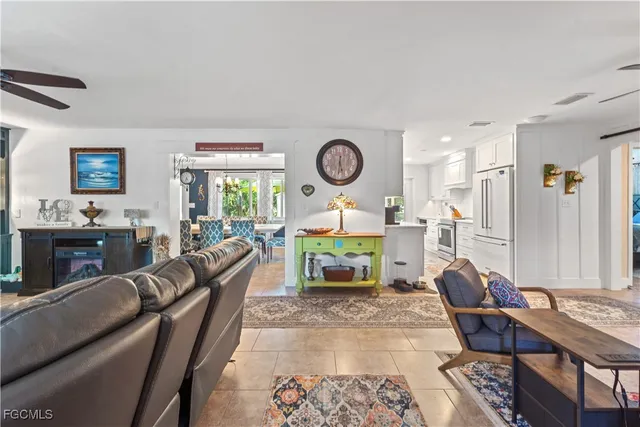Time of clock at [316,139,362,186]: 5:31
